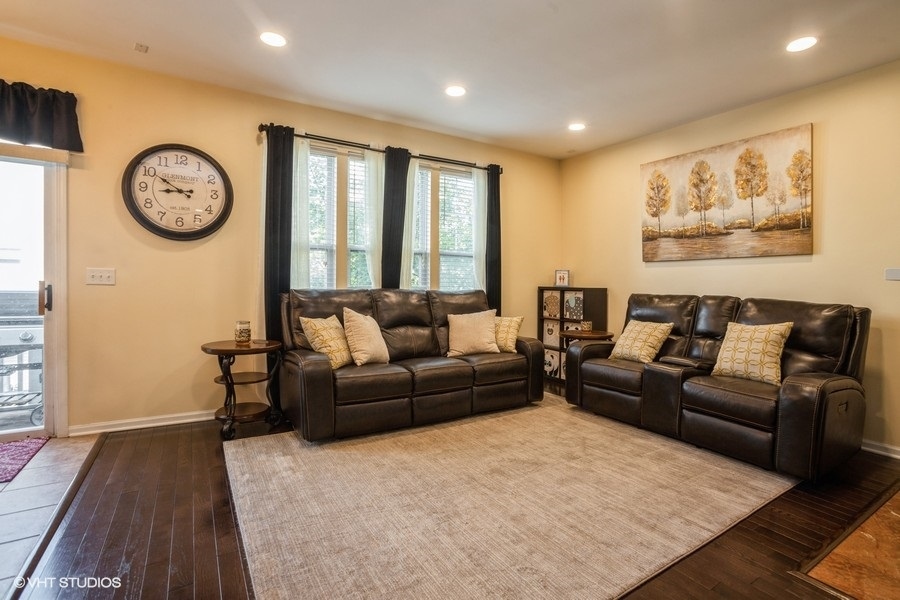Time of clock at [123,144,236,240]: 8:50
